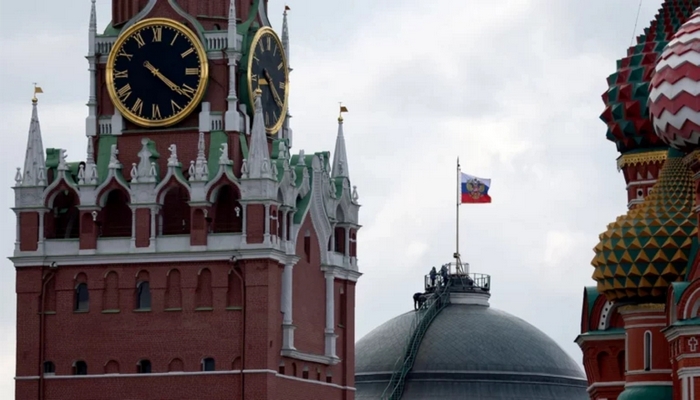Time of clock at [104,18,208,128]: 4:20
